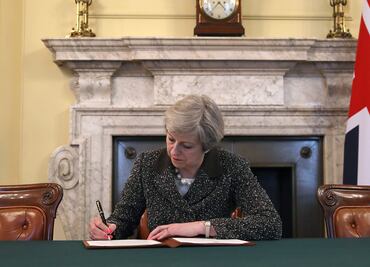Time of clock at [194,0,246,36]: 4:36
